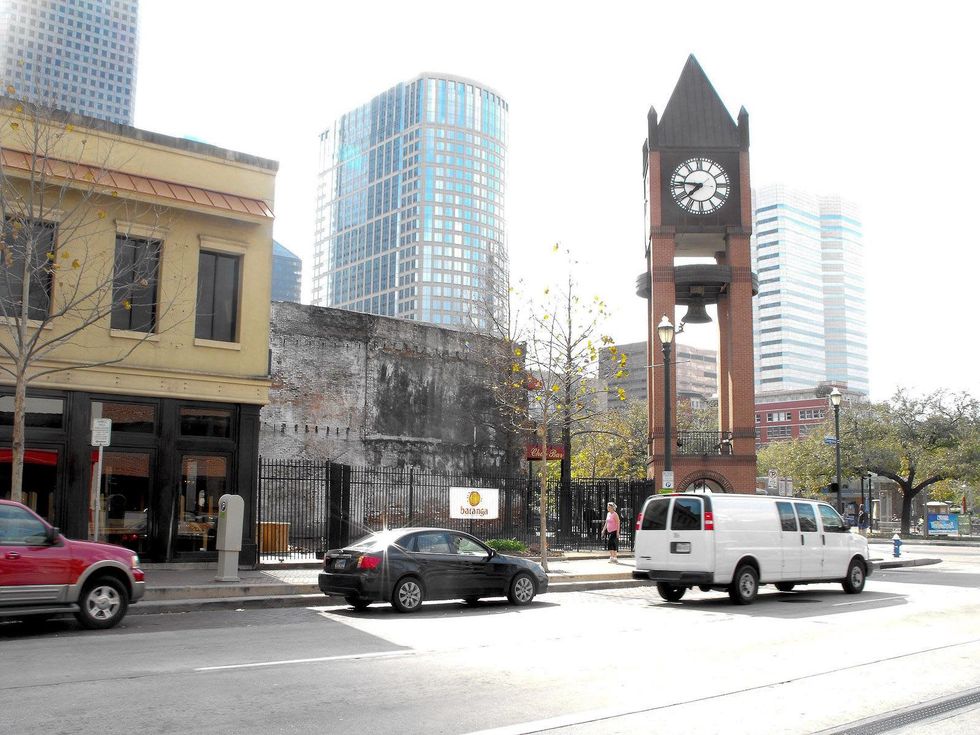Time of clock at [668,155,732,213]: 7:46
